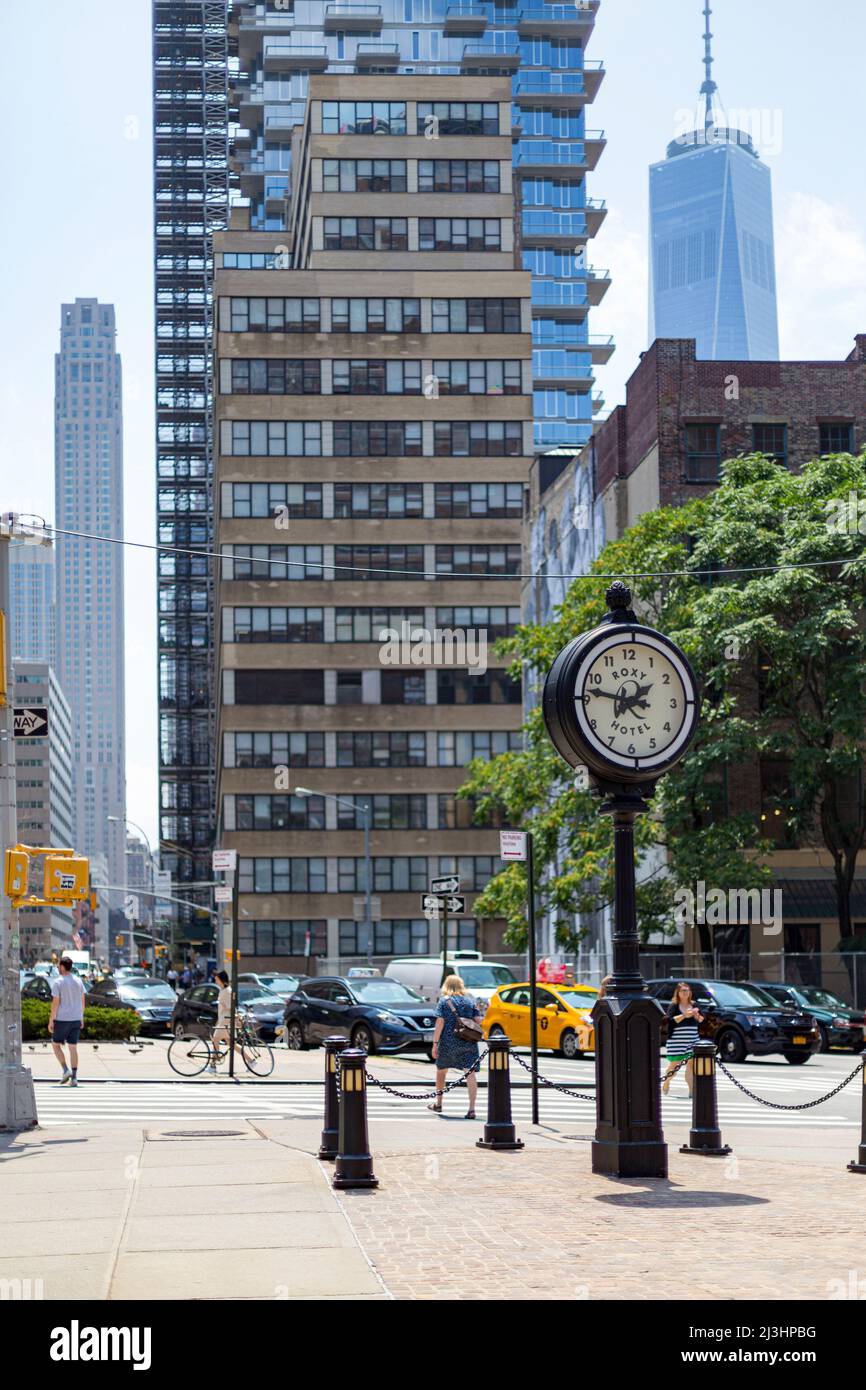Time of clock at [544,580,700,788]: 1:46
